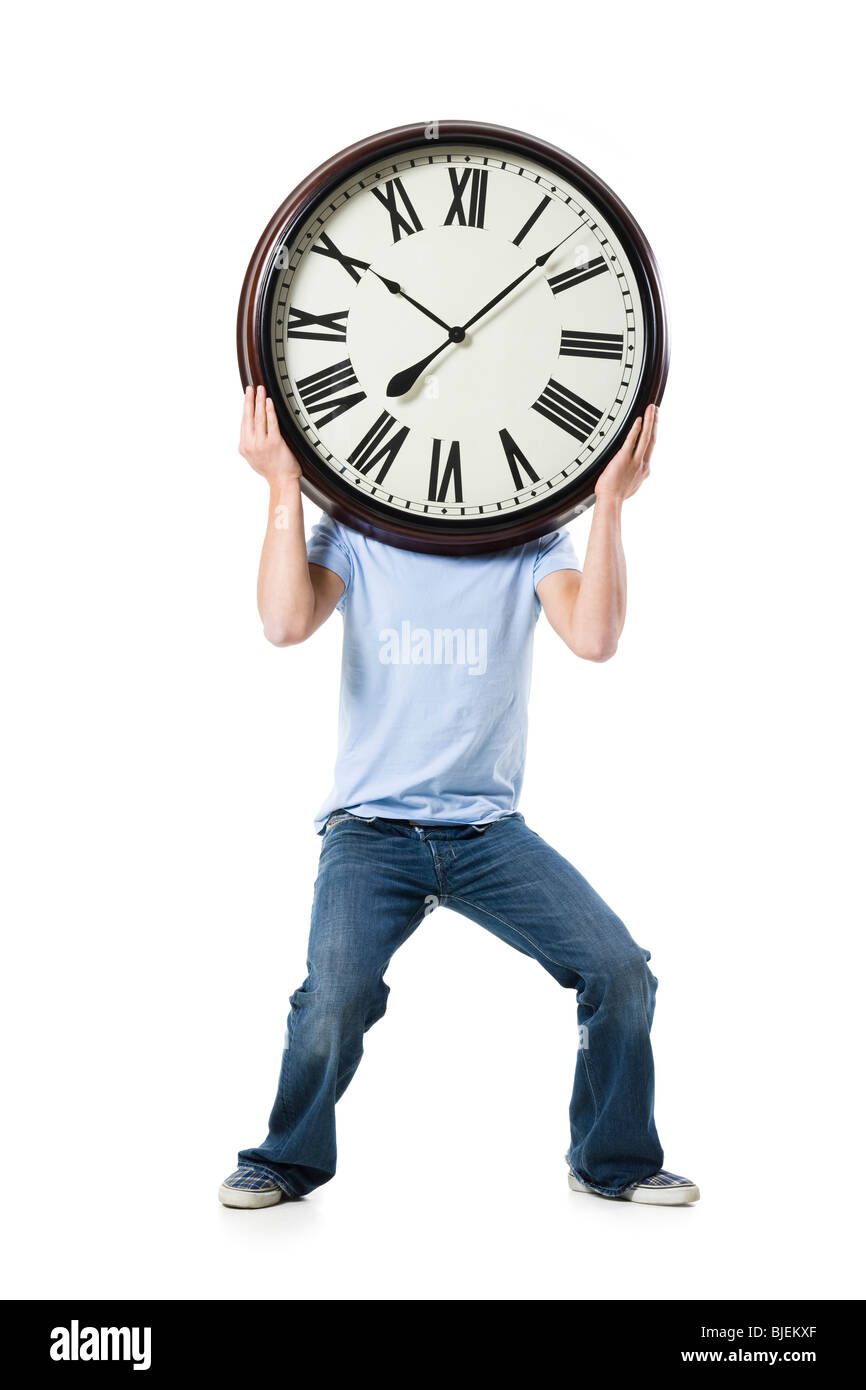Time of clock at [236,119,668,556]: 10:07
